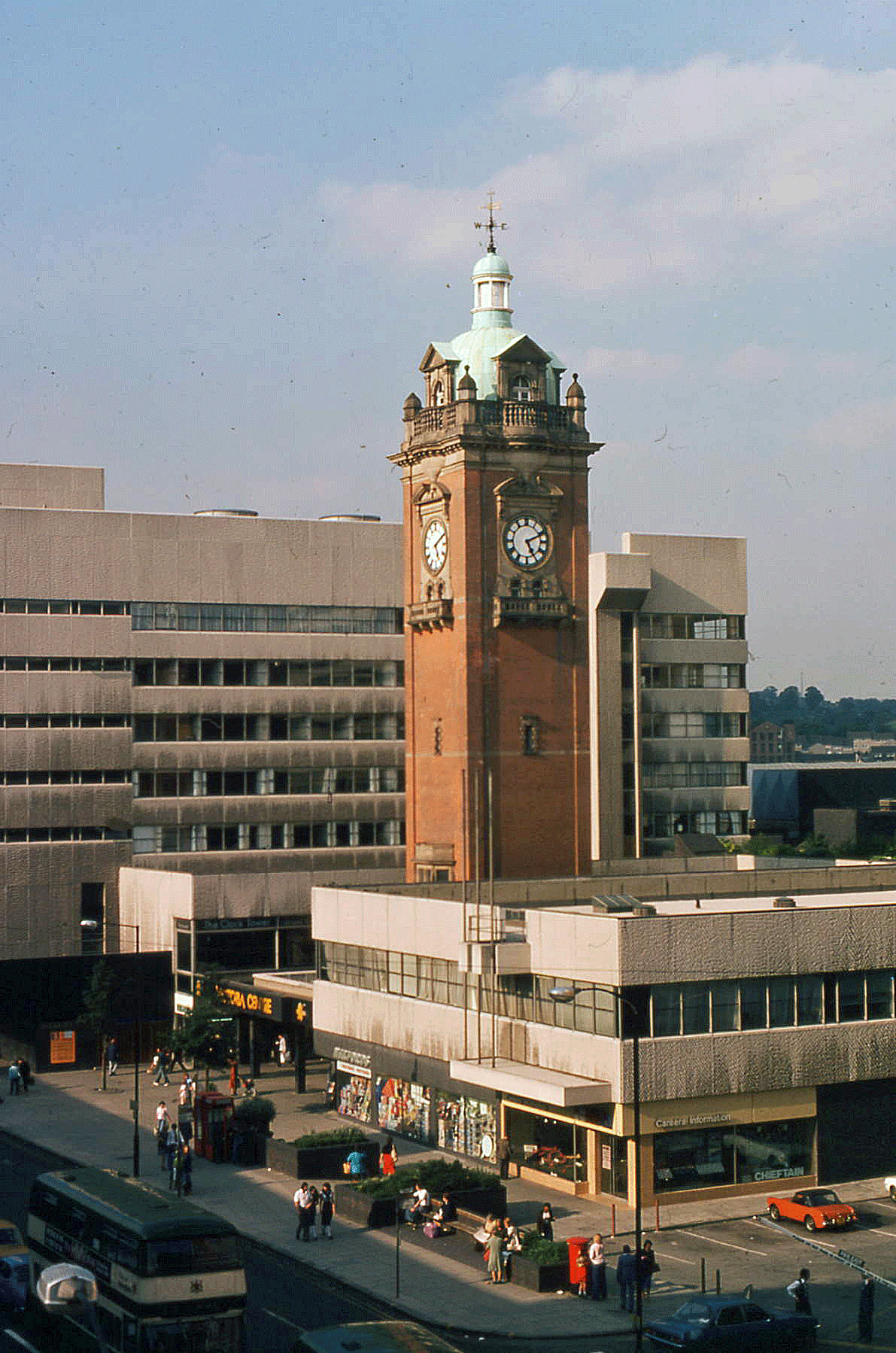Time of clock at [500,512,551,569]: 5:11
